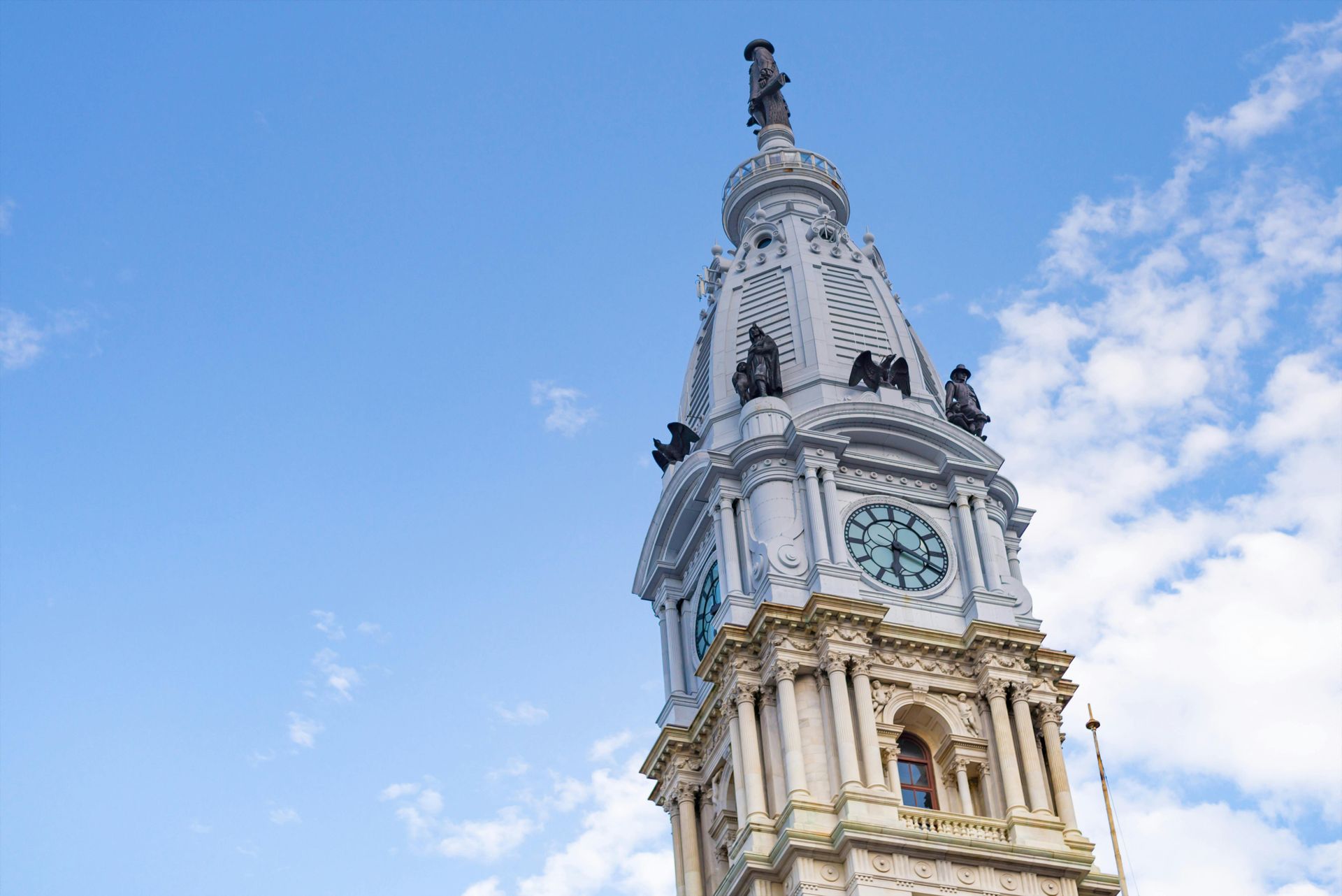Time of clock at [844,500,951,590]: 6:19
